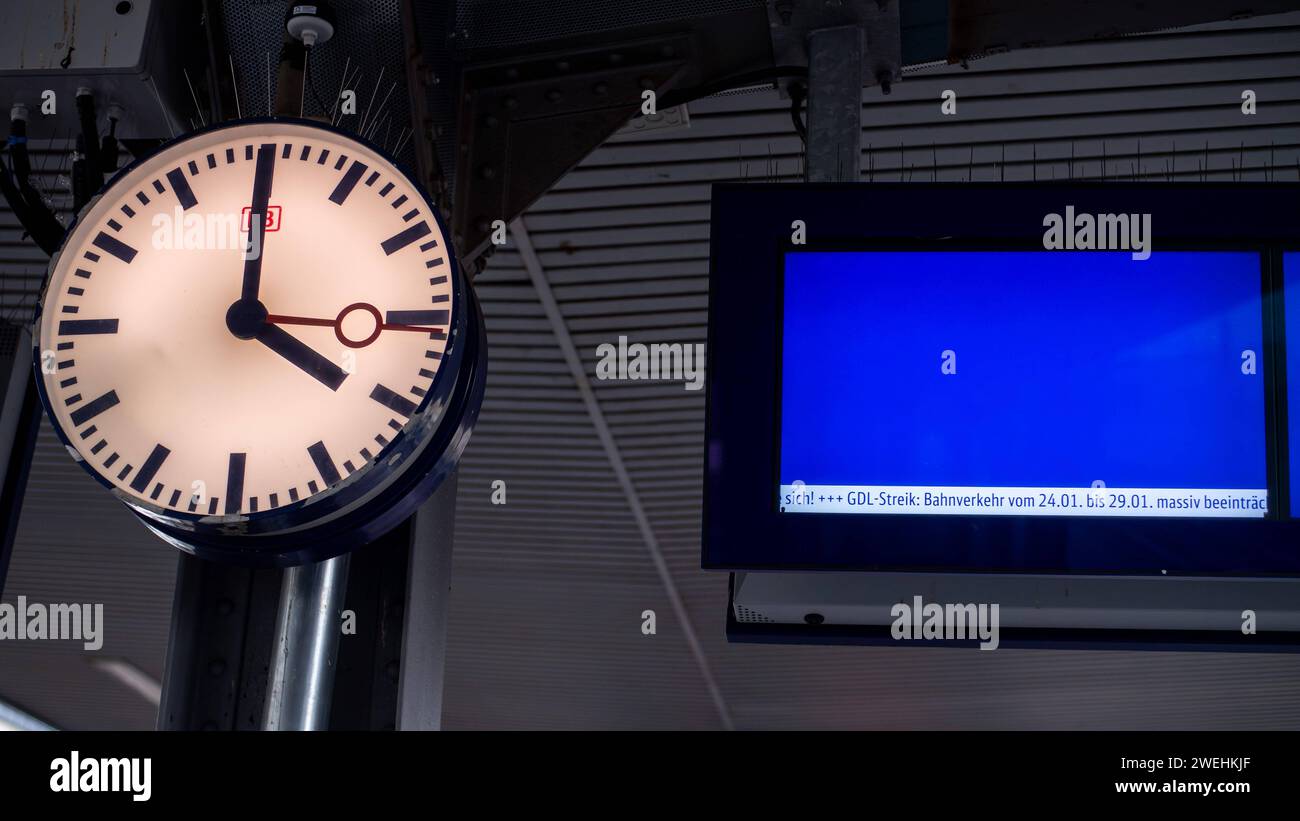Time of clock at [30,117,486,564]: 4:00
